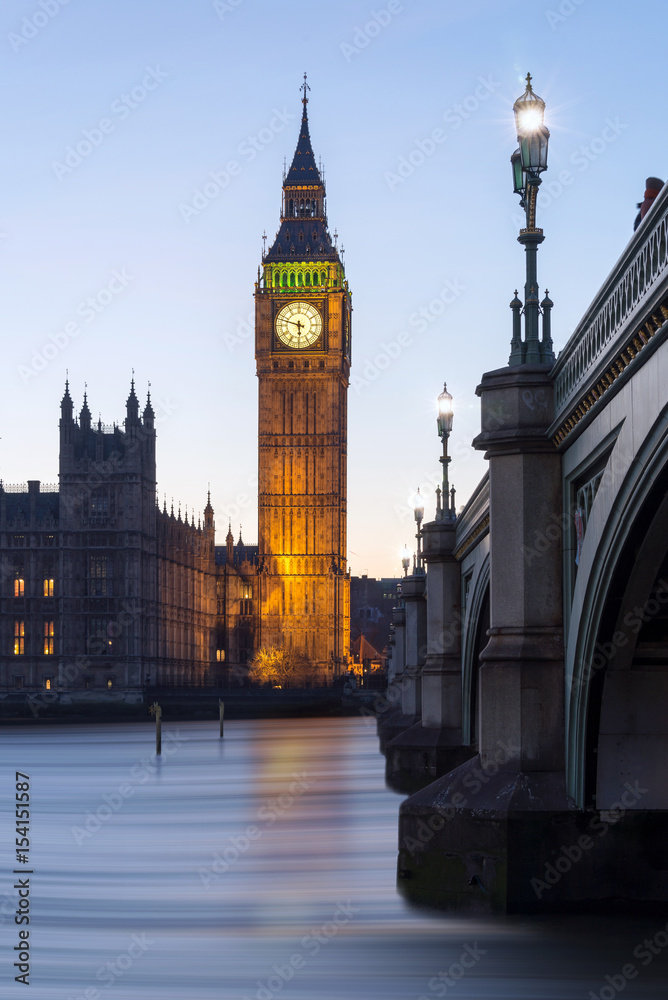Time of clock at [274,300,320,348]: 5:47
